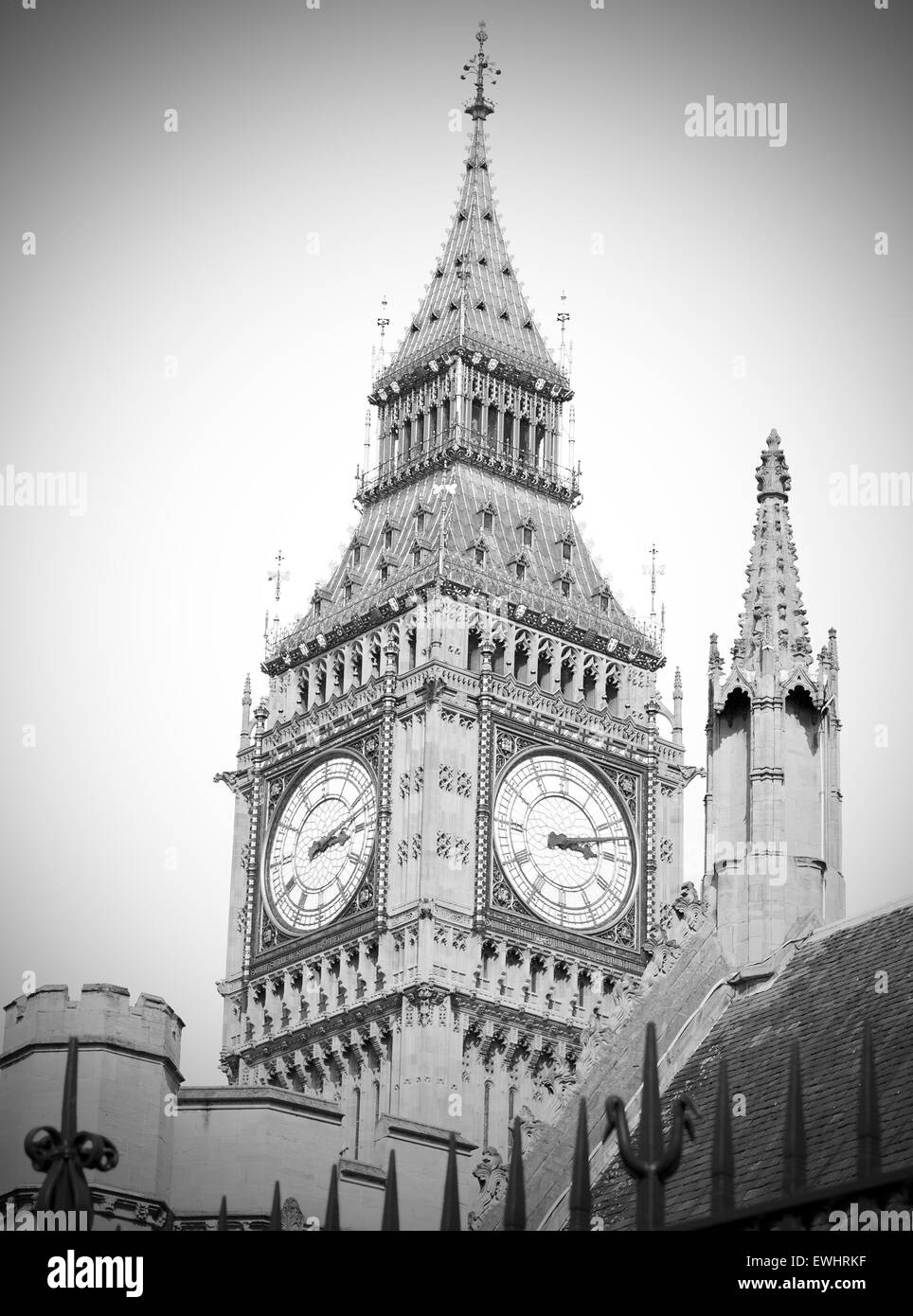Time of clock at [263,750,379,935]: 3:12
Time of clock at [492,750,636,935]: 3:12
